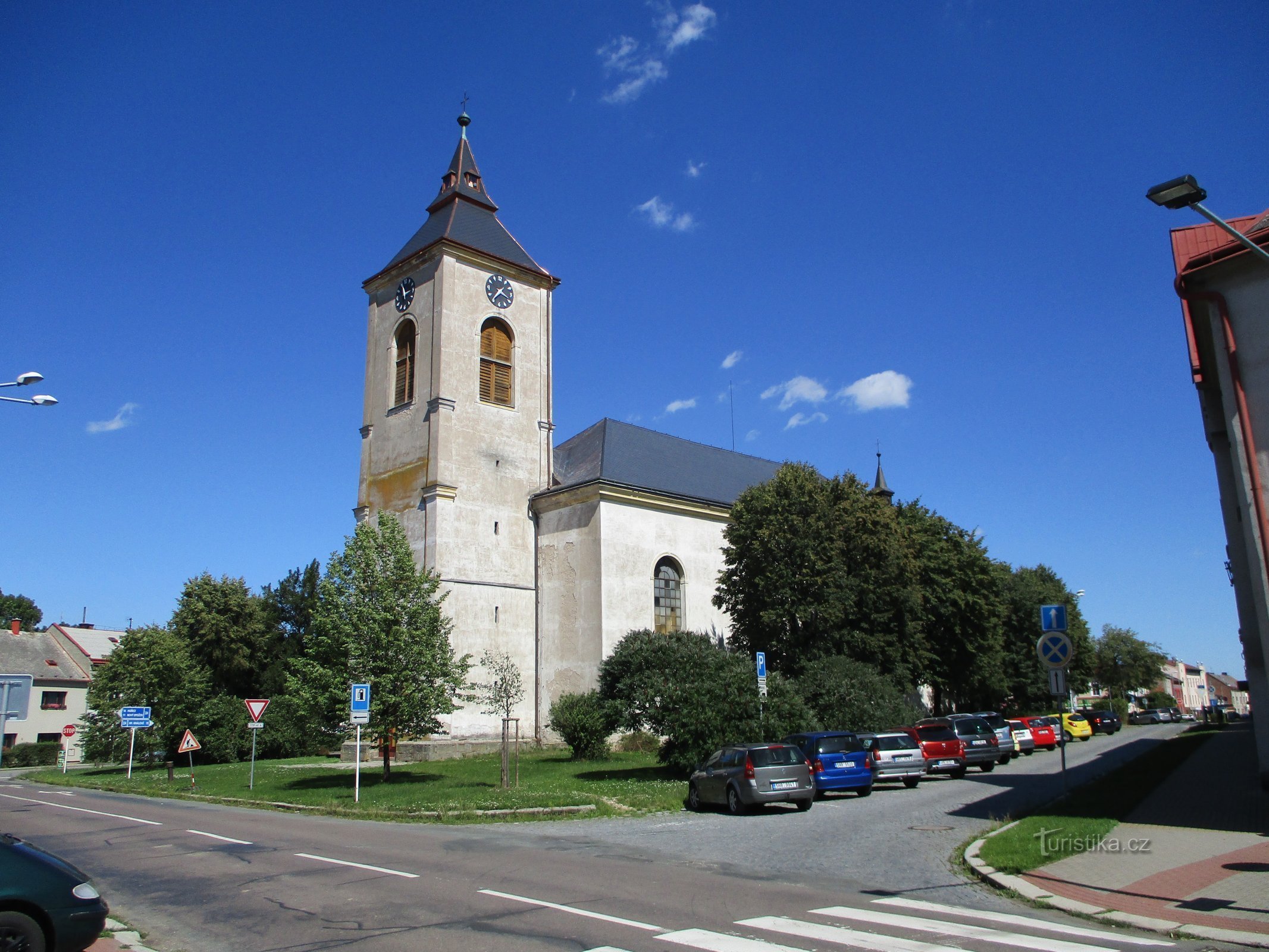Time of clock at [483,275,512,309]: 7:18
